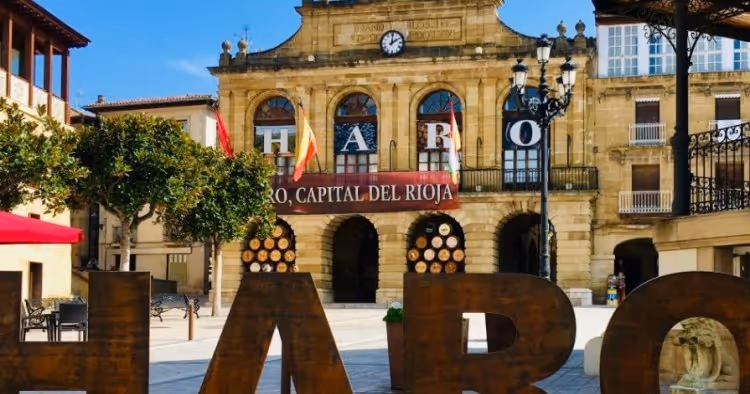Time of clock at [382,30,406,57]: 2:01
